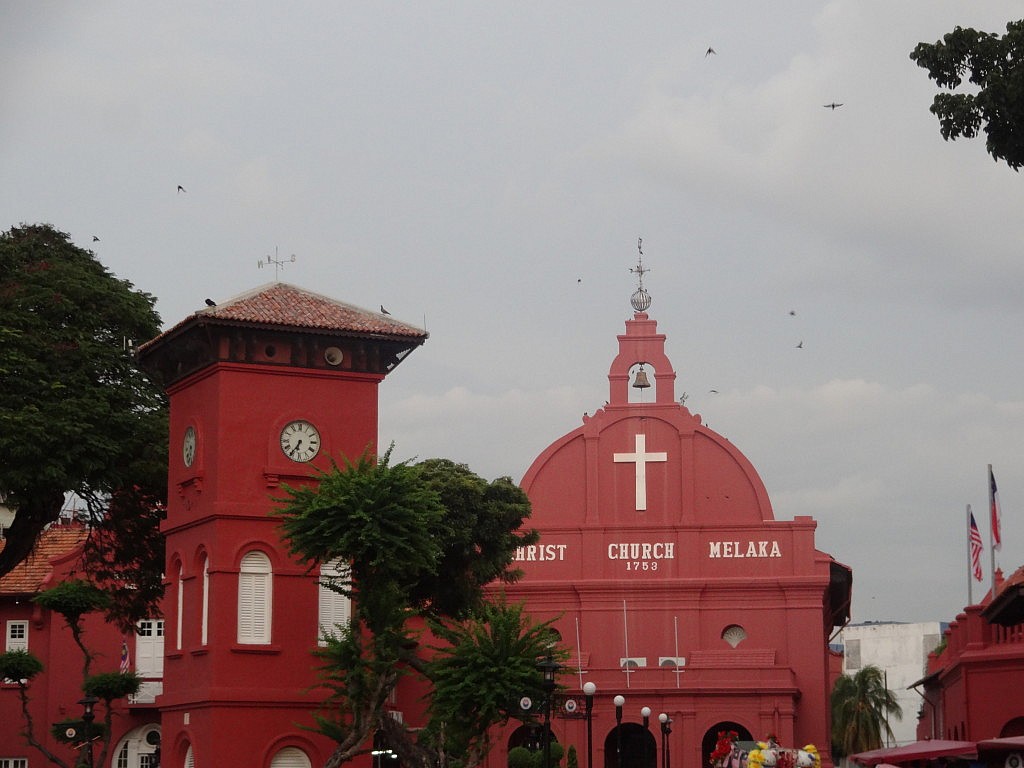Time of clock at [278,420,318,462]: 6:35
